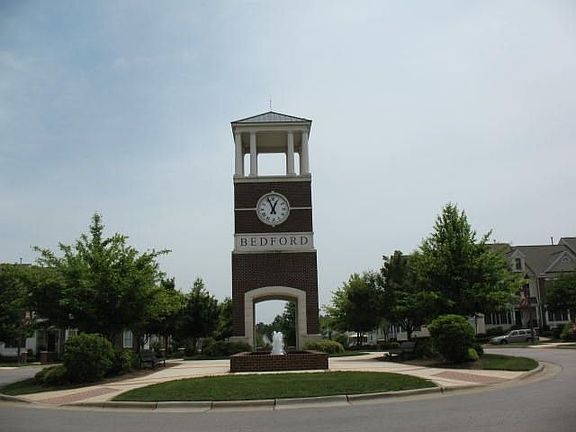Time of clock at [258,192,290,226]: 12:56
